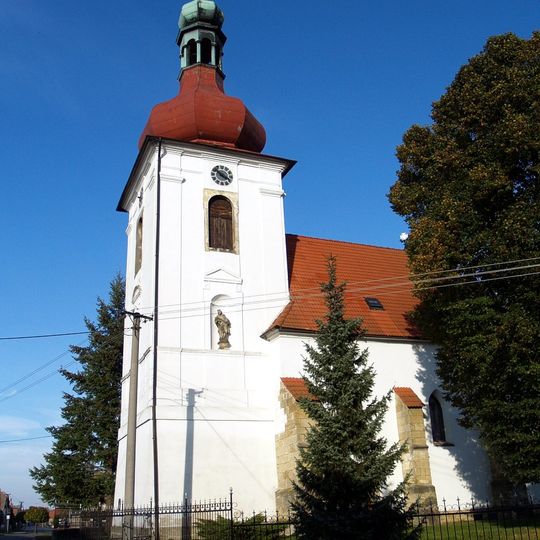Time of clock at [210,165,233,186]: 3:51
